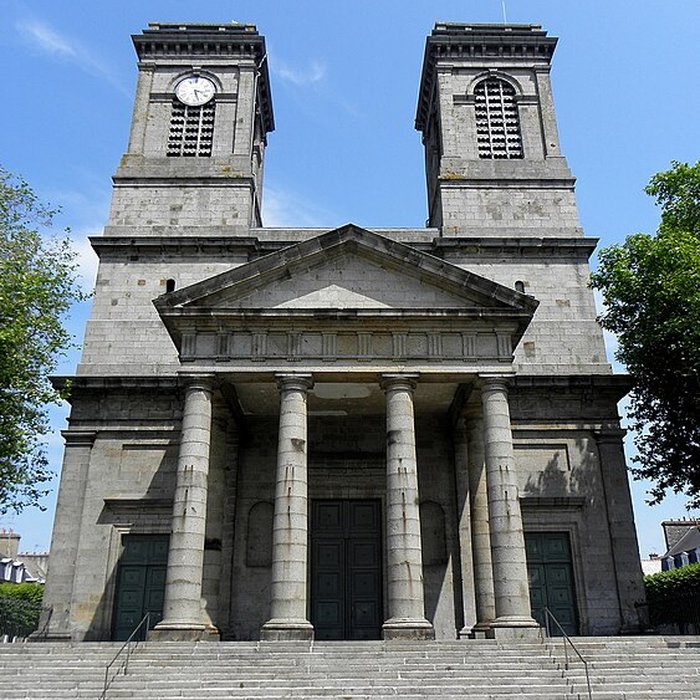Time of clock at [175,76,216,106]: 3:27
